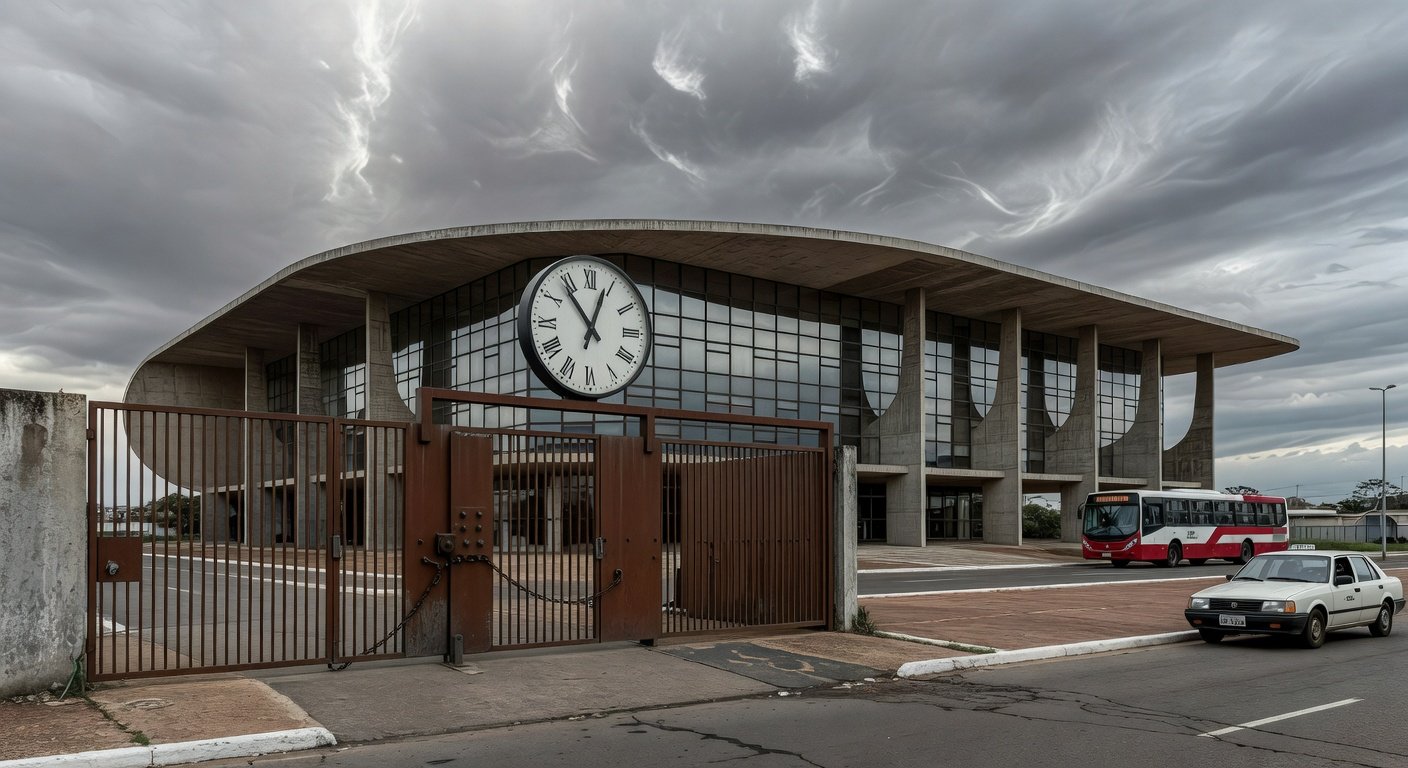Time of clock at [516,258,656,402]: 12:53
